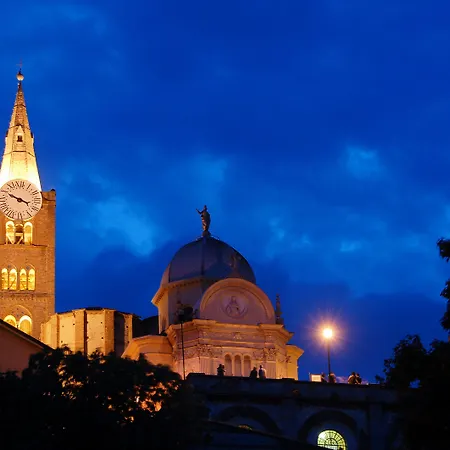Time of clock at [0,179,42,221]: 3:48
